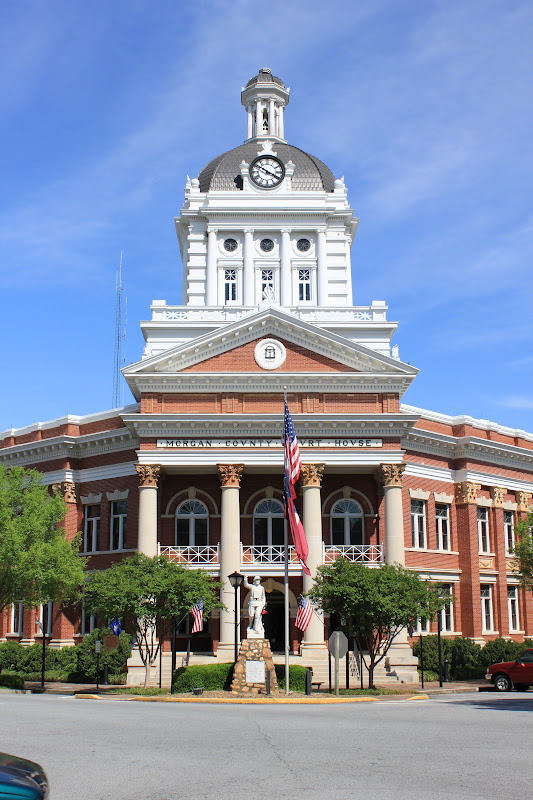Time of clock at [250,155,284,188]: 3:50
